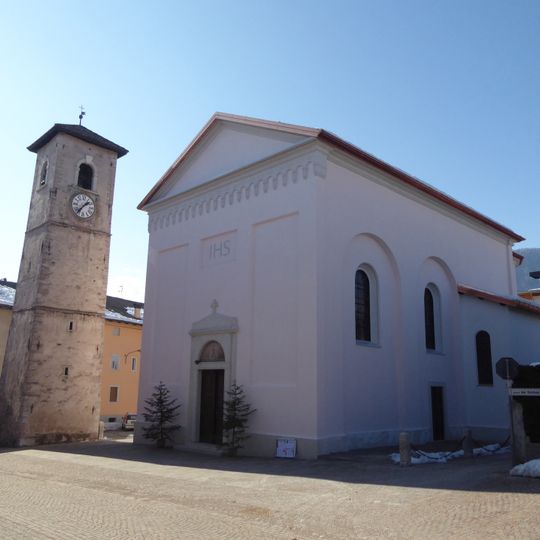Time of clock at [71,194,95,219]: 1:36
